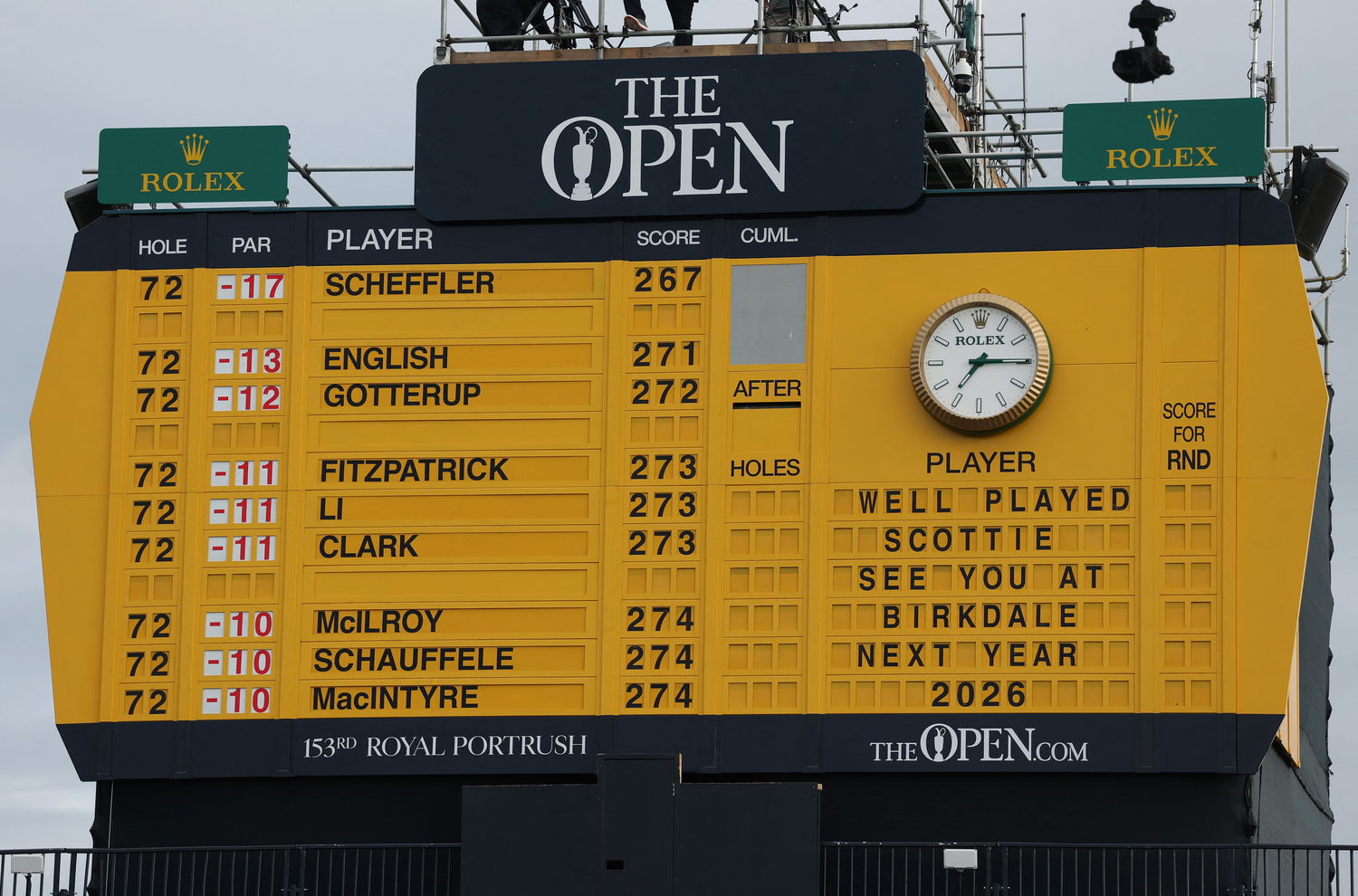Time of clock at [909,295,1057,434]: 7:14
